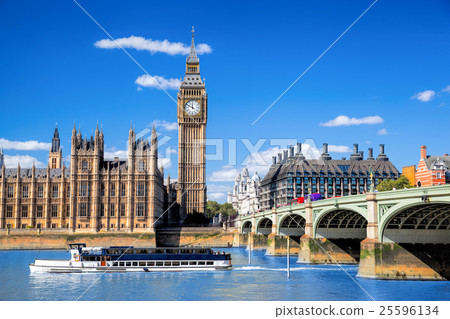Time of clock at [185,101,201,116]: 11:49
